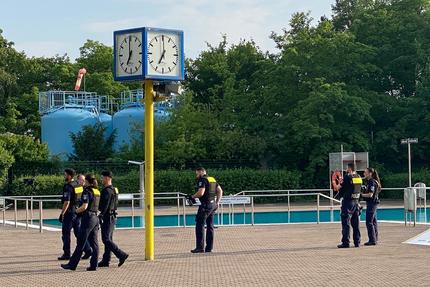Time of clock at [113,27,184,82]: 7:00
